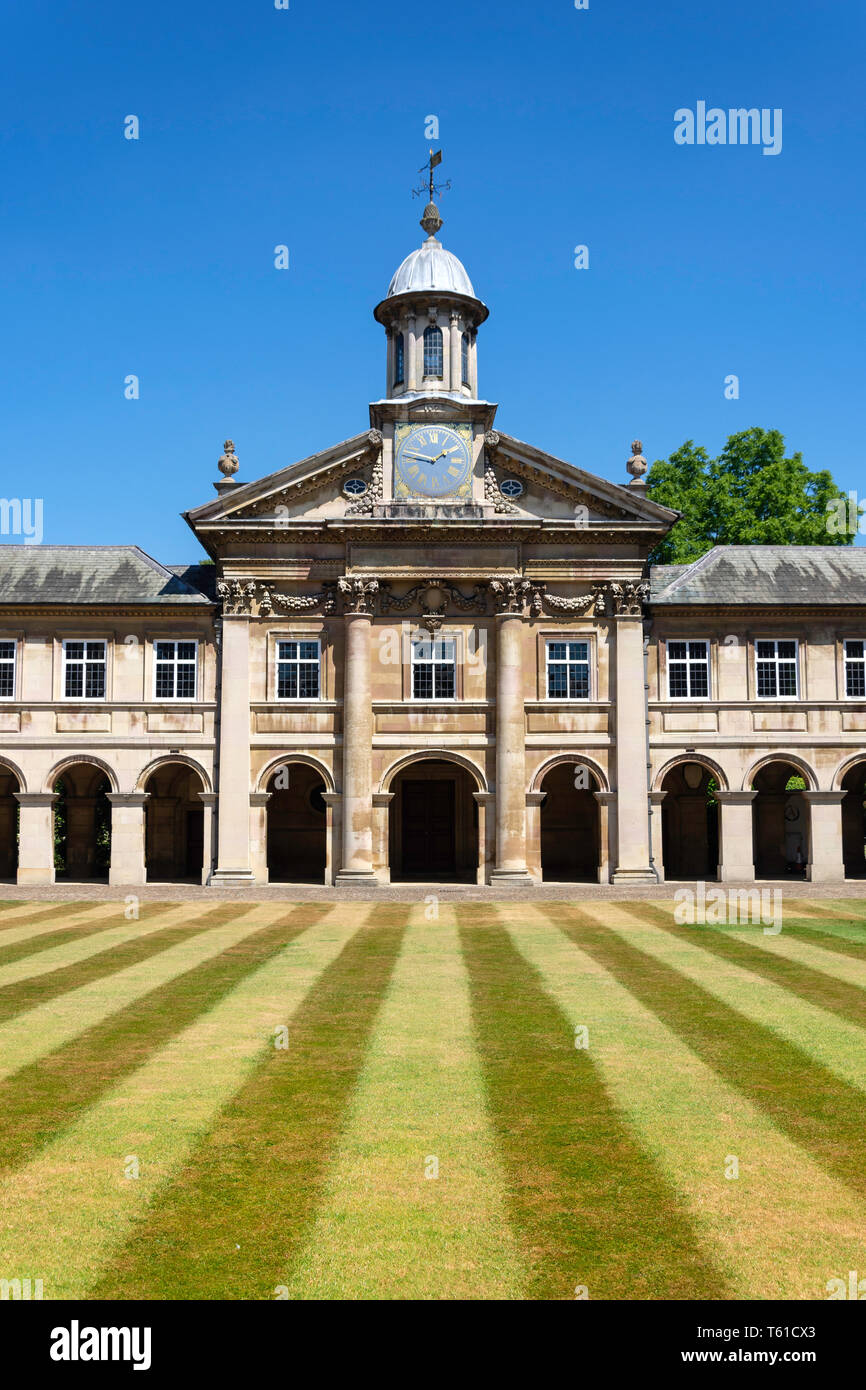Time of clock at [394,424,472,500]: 1:47
